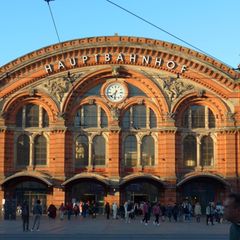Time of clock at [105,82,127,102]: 7:32
